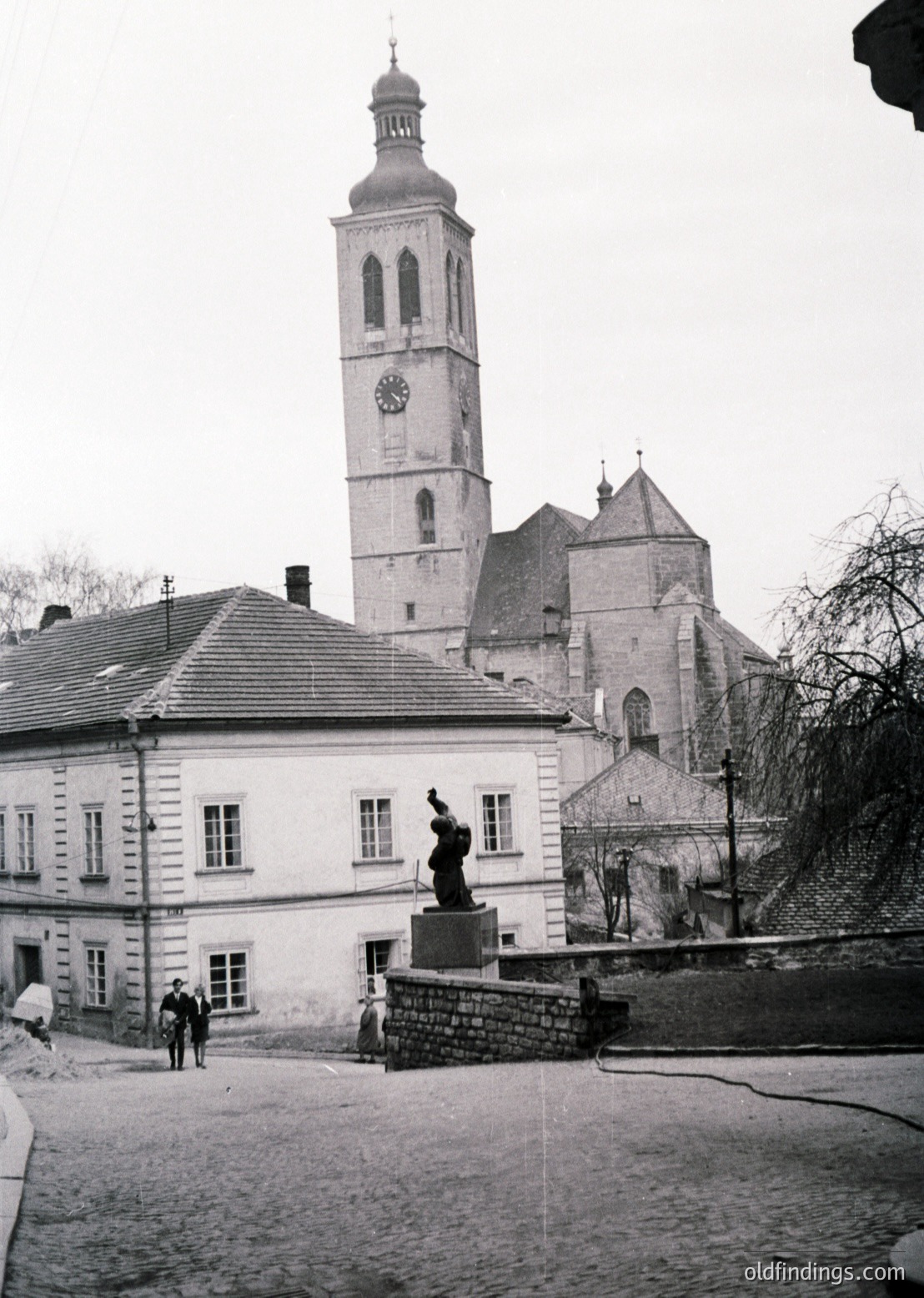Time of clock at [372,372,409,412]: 4:21
